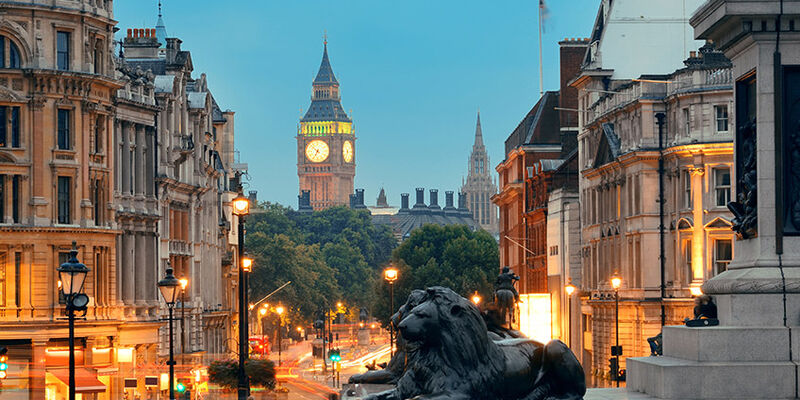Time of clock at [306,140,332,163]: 6:52
